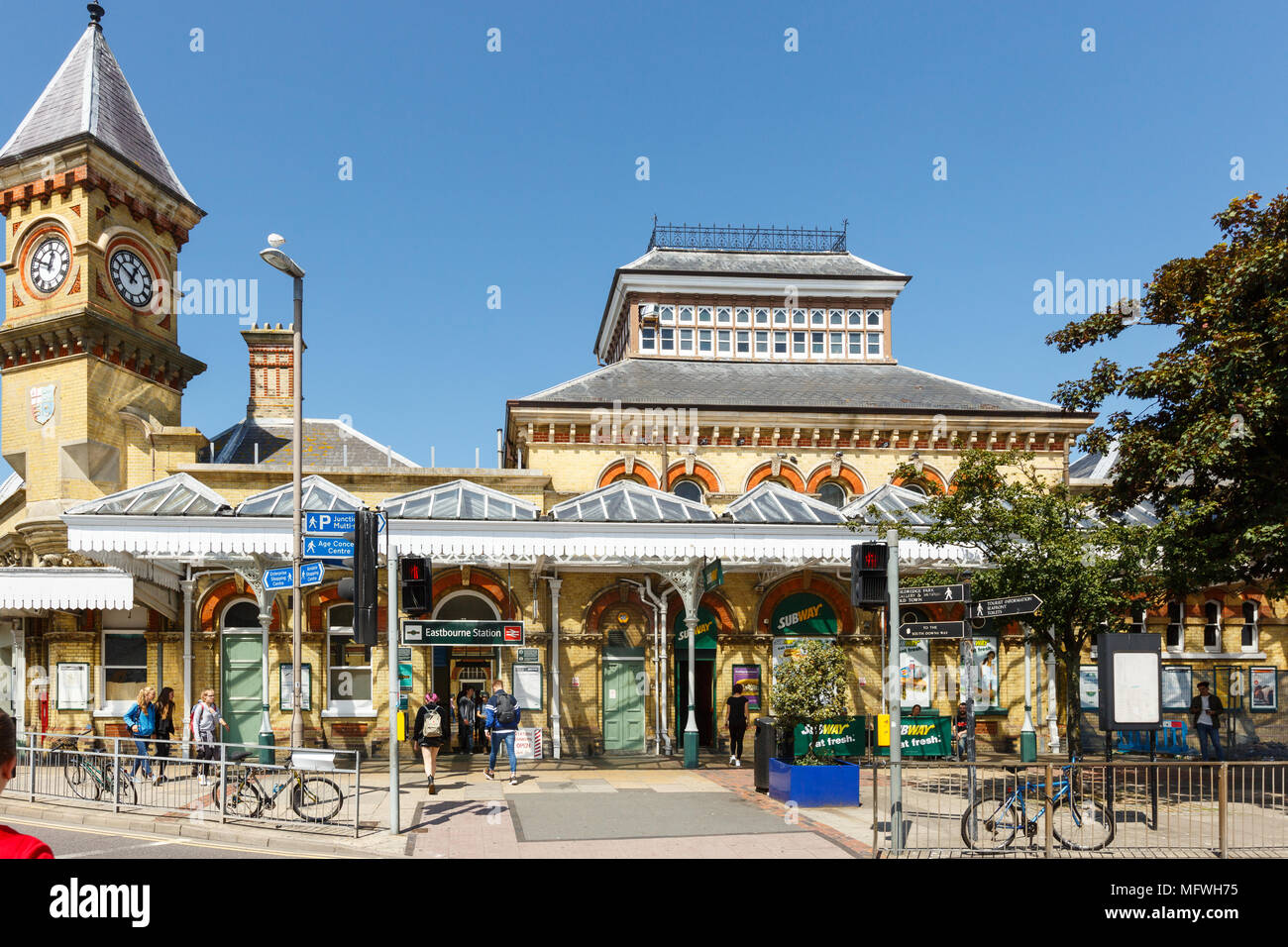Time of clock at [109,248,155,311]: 12:50
